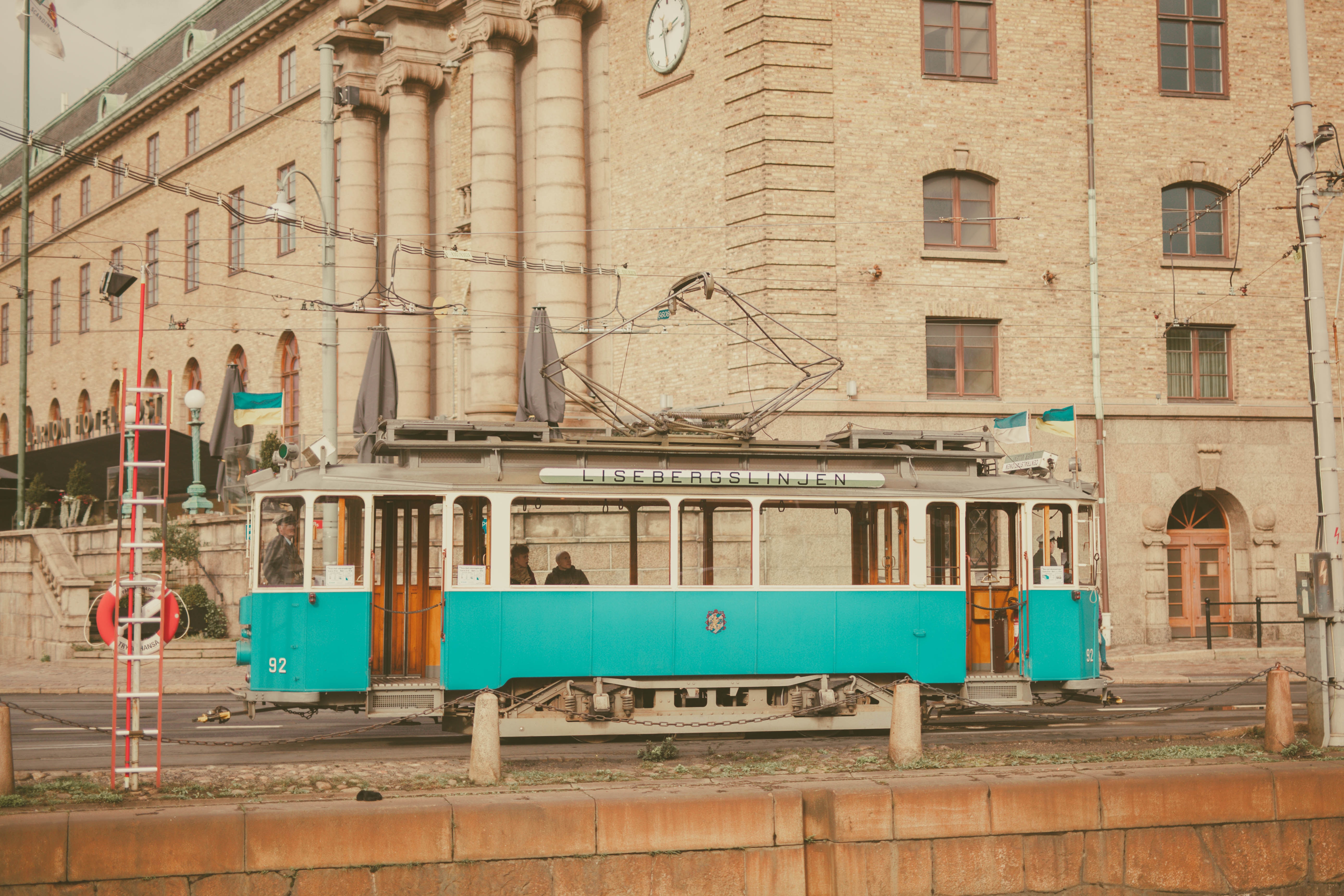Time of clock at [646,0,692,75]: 2:29
